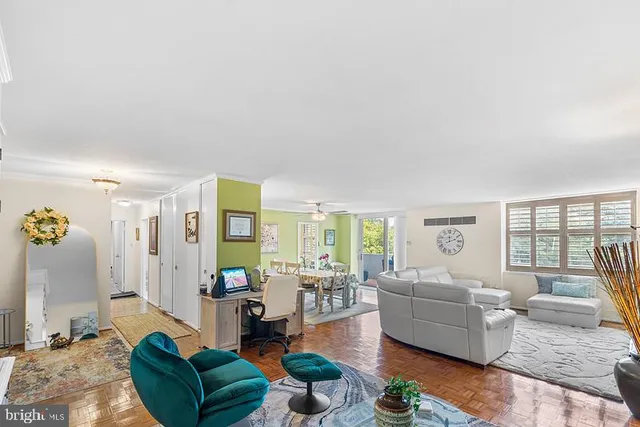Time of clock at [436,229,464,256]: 12:11
